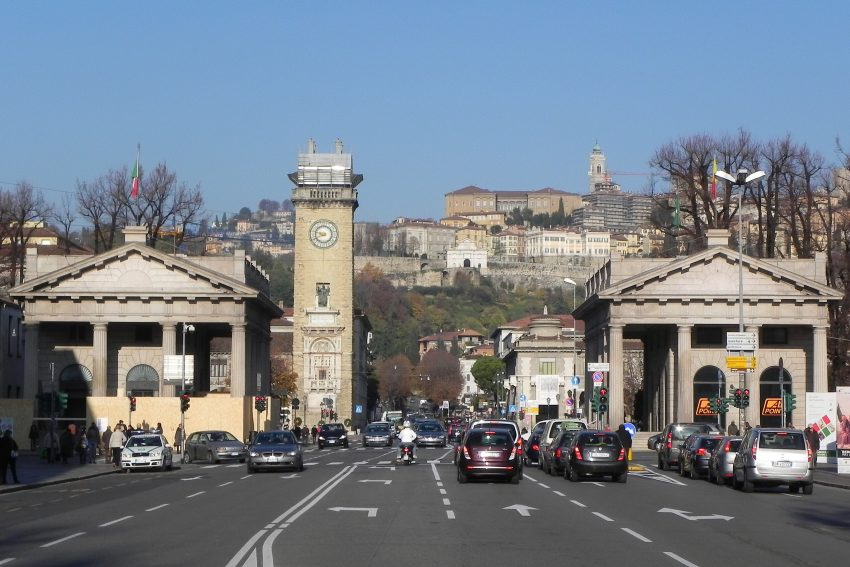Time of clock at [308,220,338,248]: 7:46
